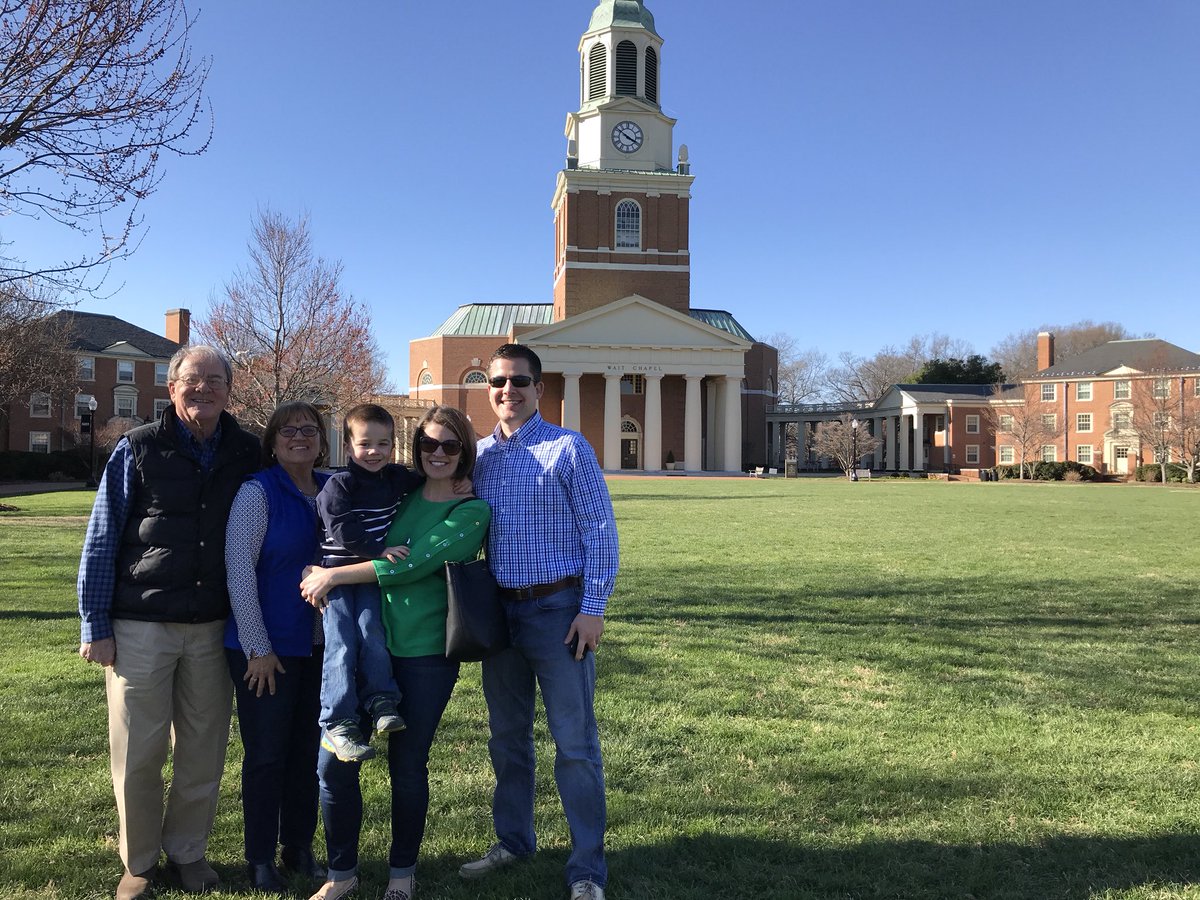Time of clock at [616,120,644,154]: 3:50
